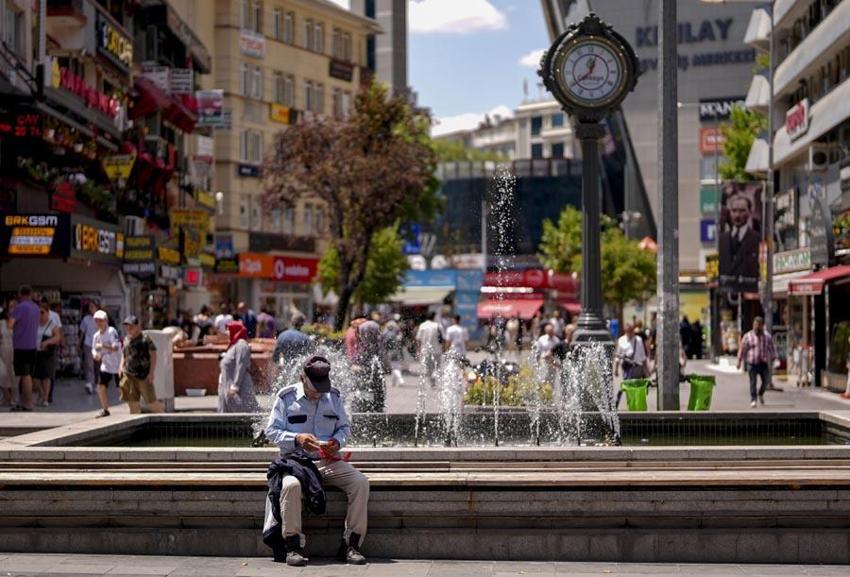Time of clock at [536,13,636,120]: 12:38
